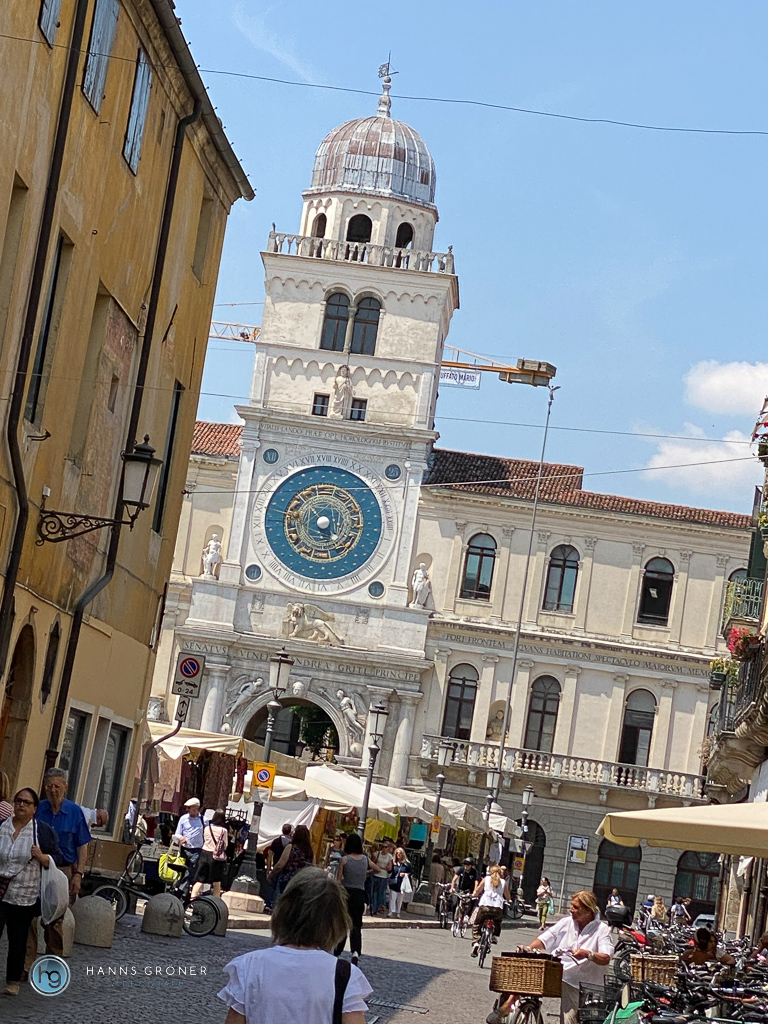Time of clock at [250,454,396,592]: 4:52
